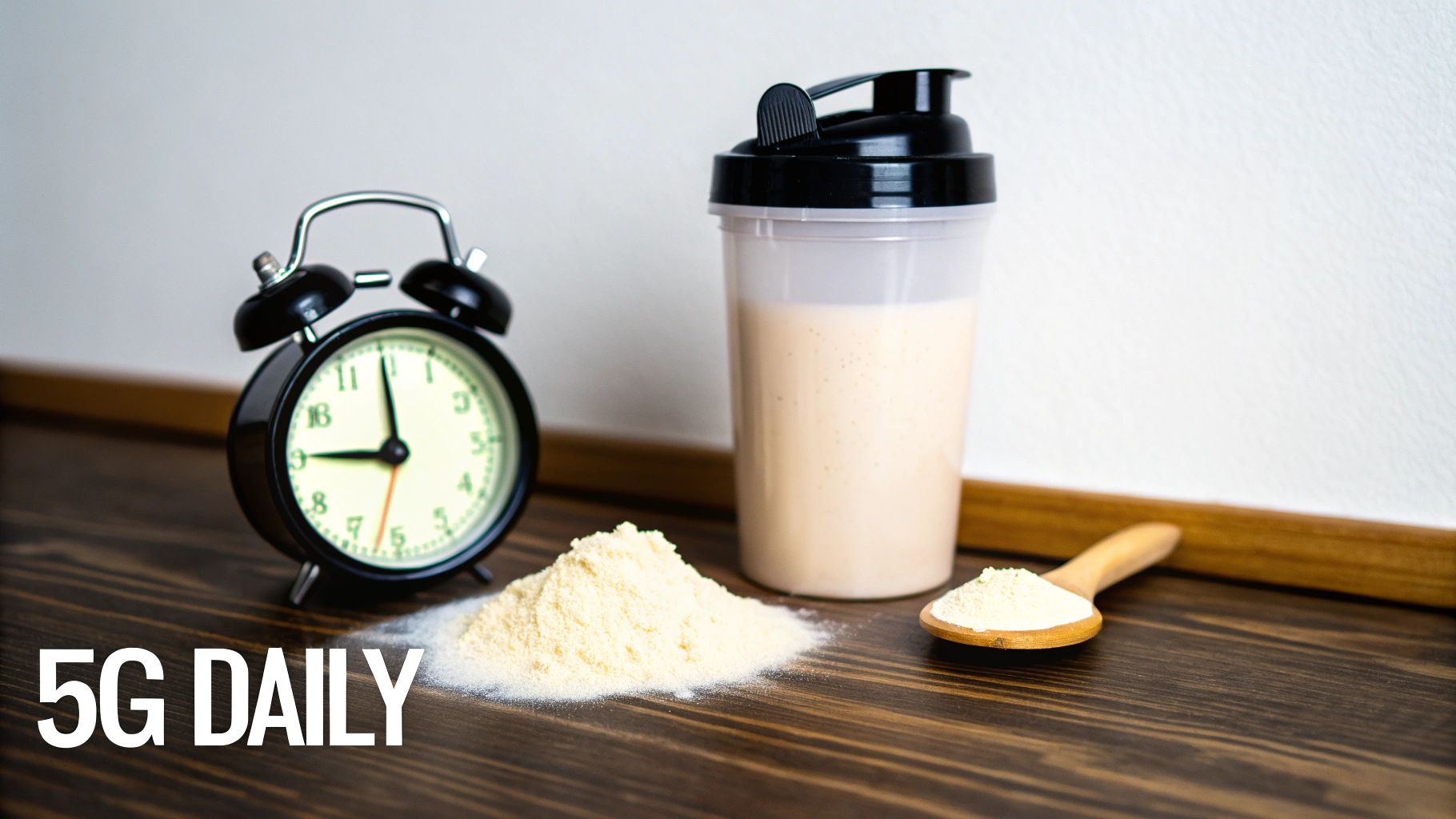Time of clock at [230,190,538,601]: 8:59
